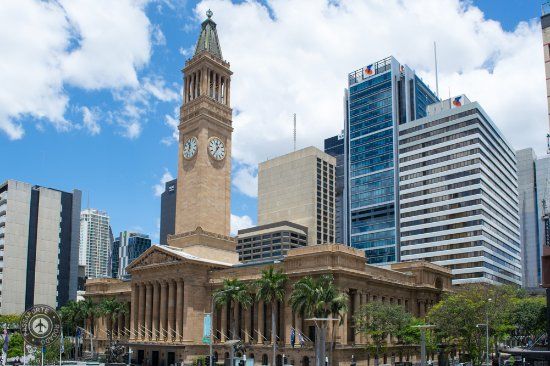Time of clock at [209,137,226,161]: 11:35
